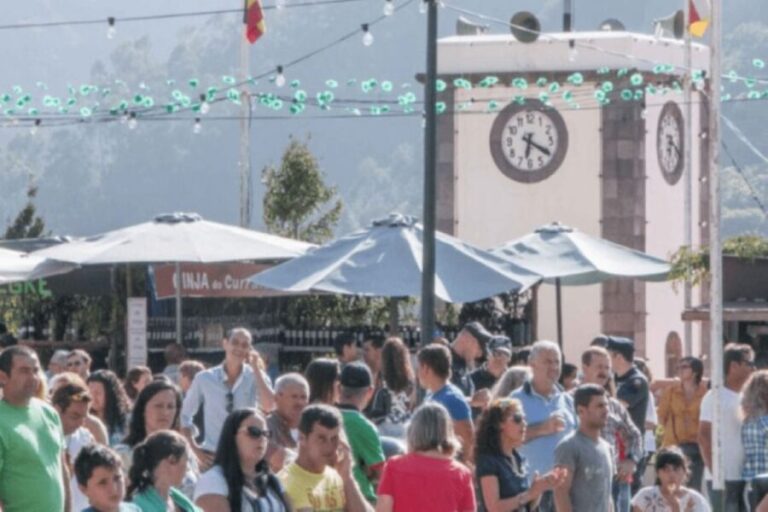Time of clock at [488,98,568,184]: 6:20
